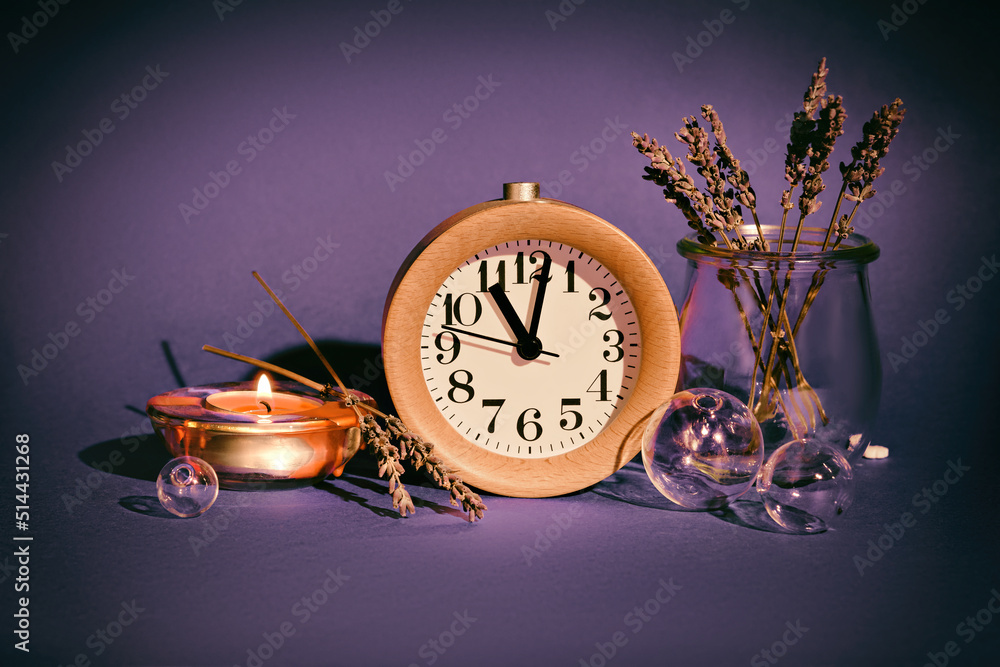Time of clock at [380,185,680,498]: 11:01
